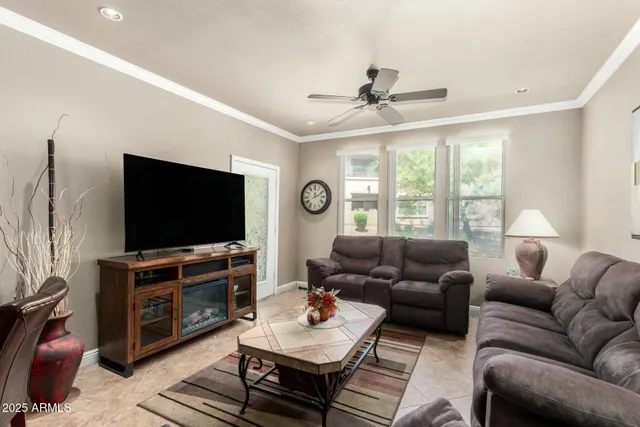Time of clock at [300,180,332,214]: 12:10
